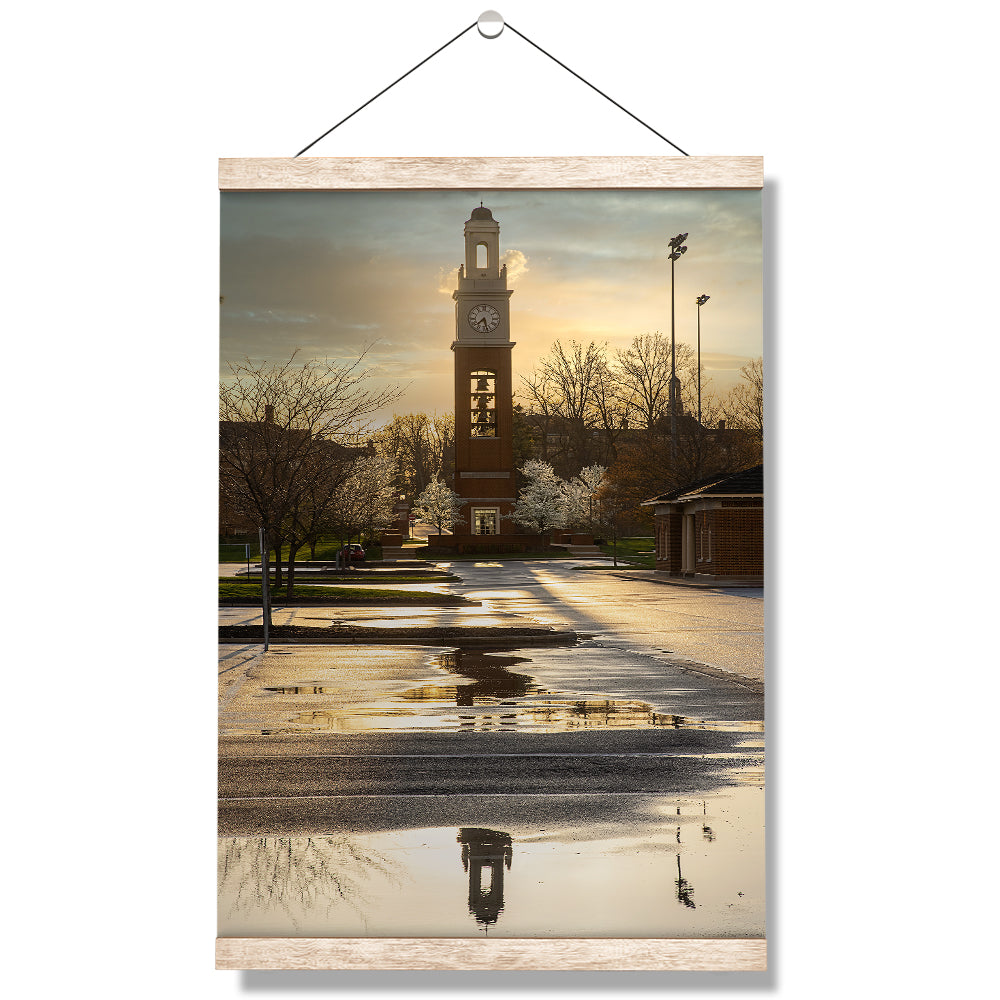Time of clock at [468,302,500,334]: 7:28
